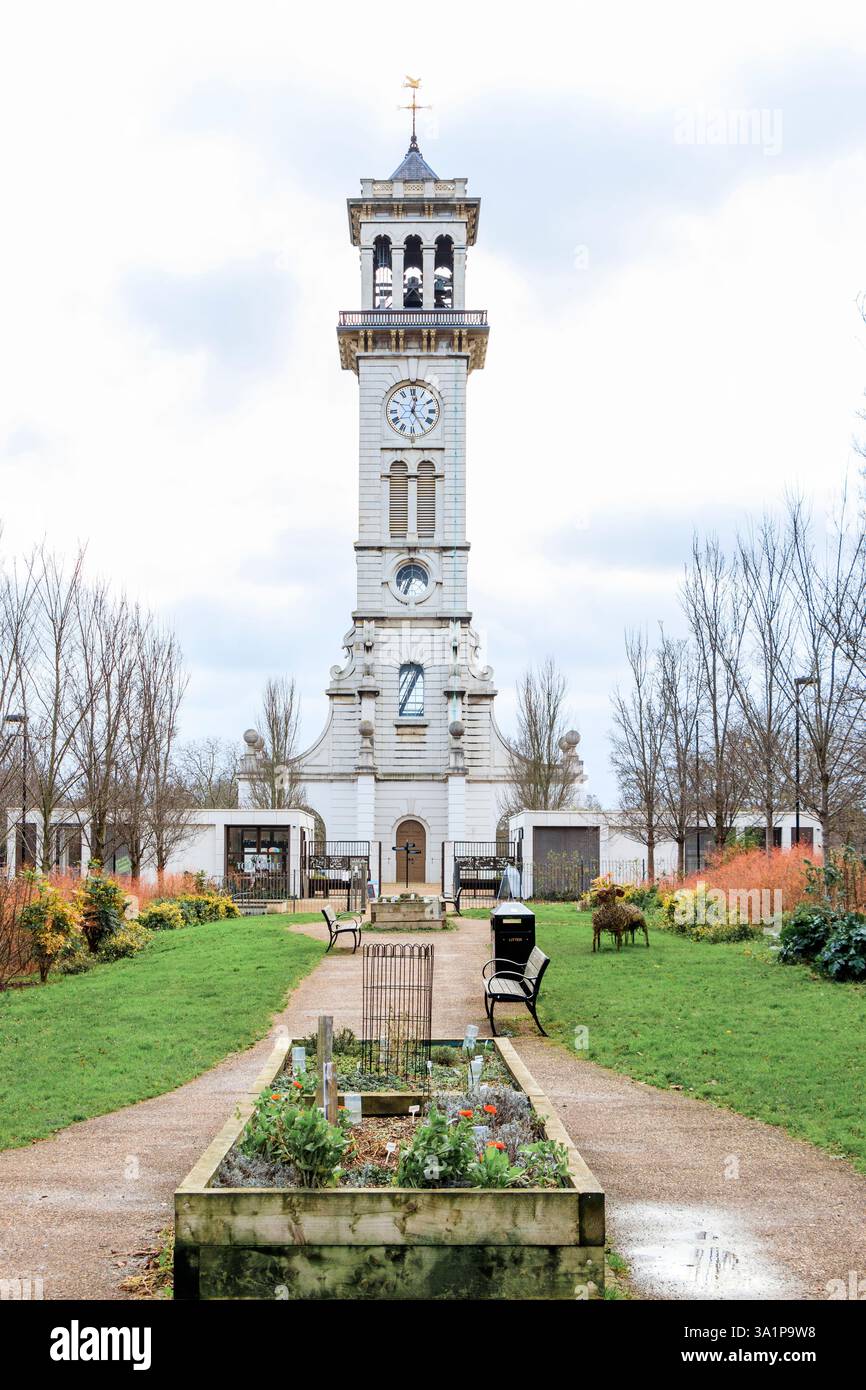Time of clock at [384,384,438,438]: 12:24
